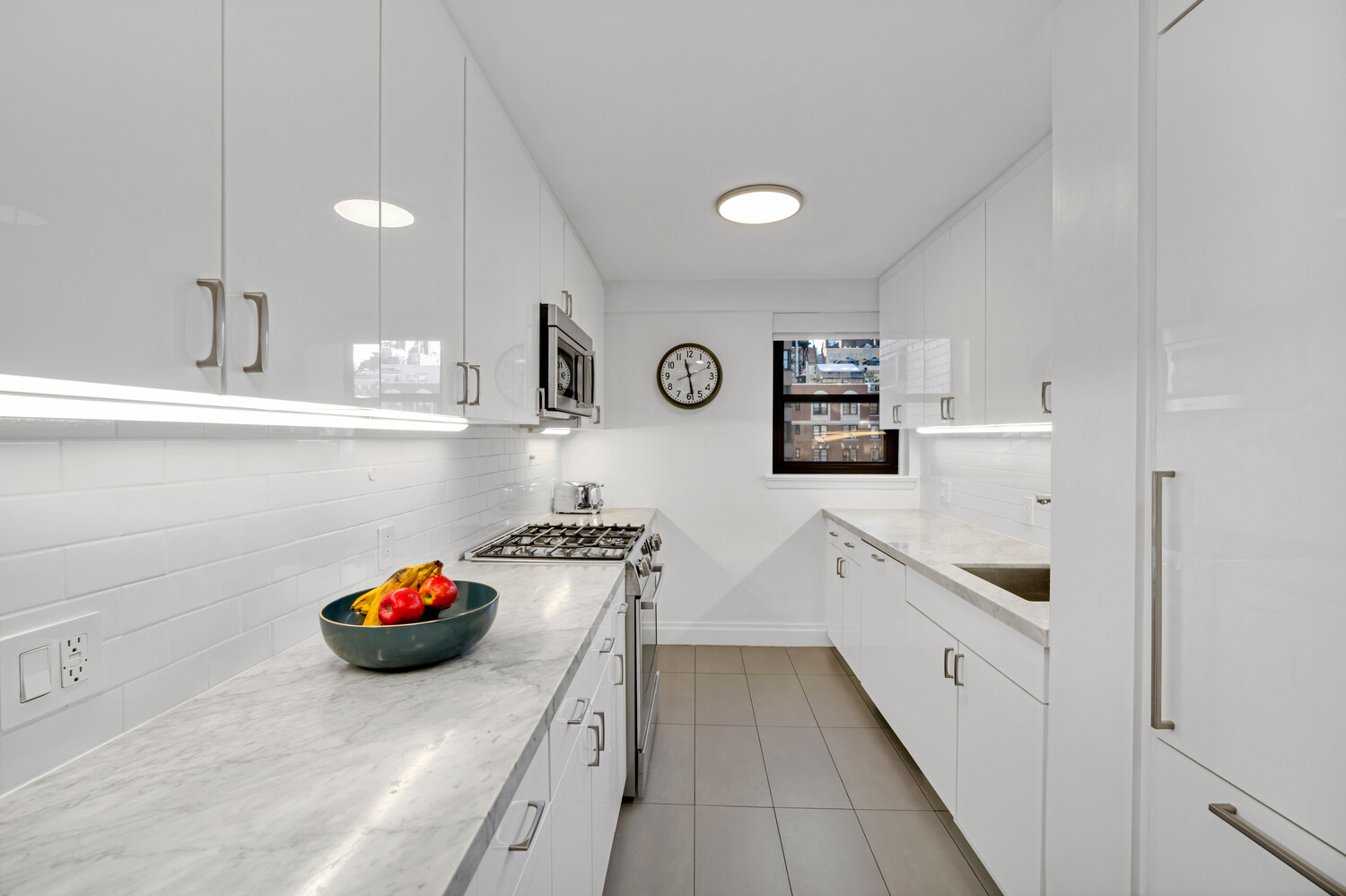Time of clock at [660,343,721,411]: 11:28
